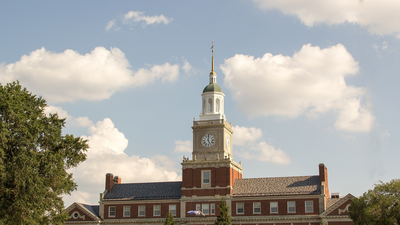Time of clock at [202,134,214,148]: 5:00
